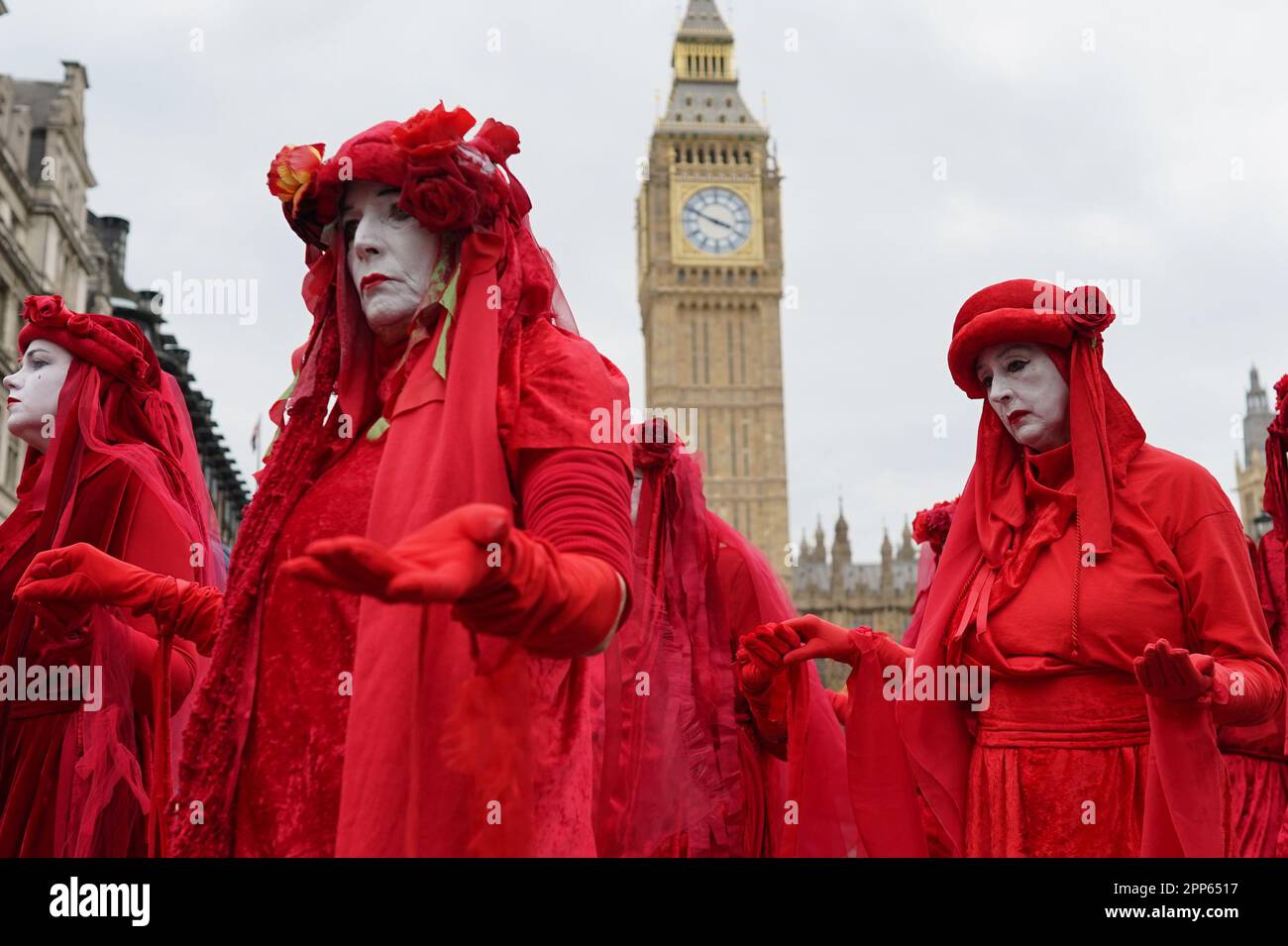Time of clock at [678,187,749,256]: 3:48
